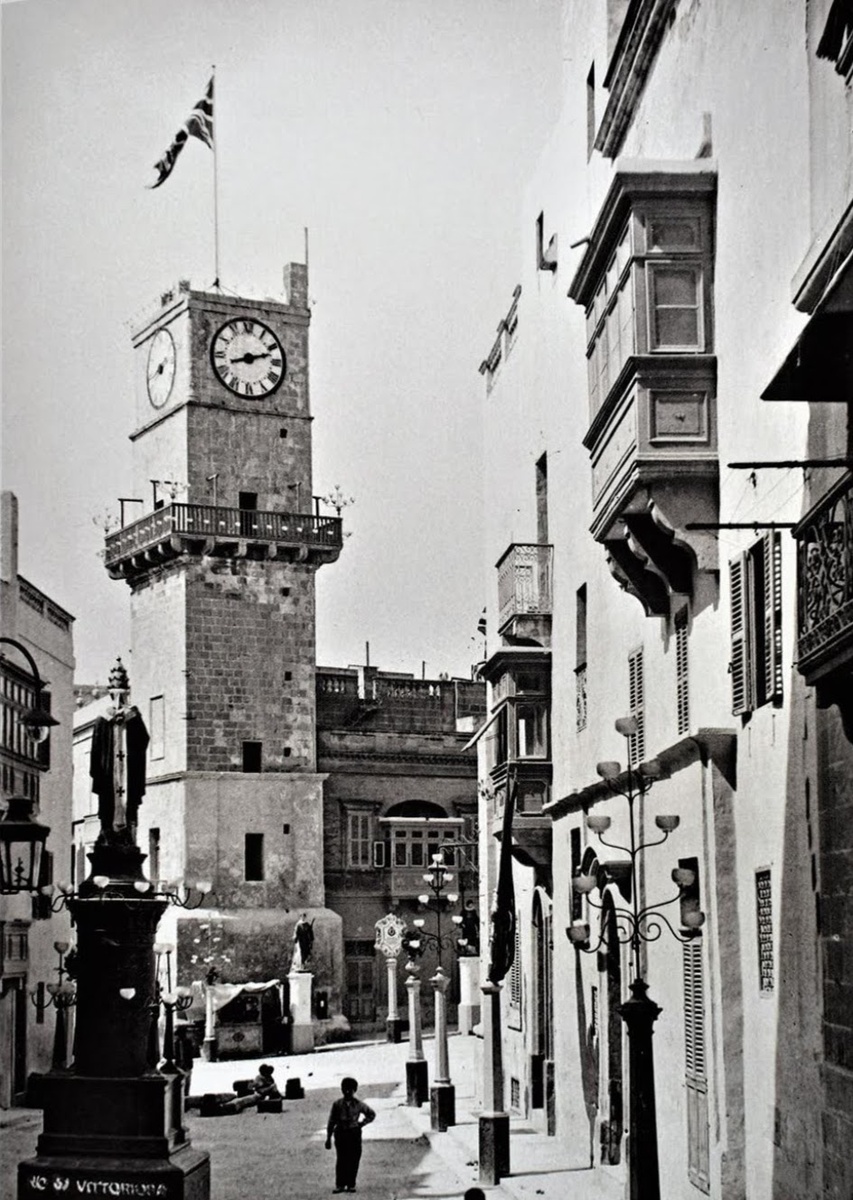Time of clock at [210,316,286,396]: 8:12
